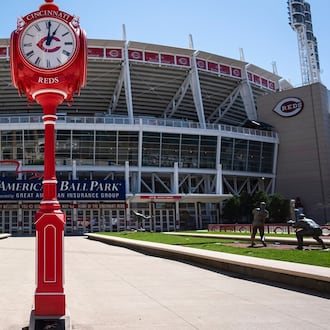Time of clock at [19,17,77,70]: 1:01
